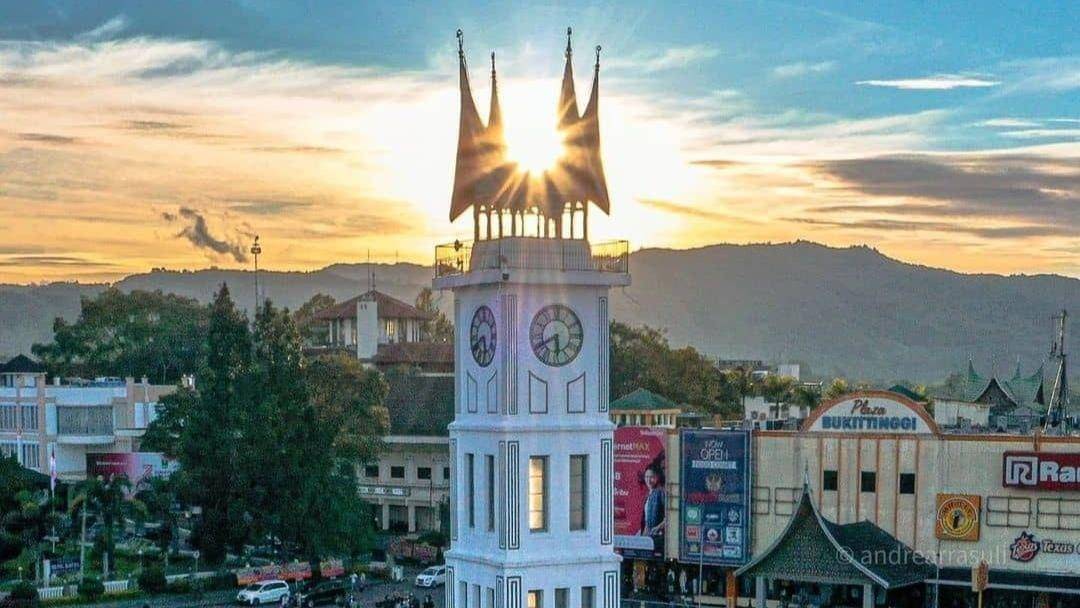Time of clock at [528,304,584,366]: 5:40
